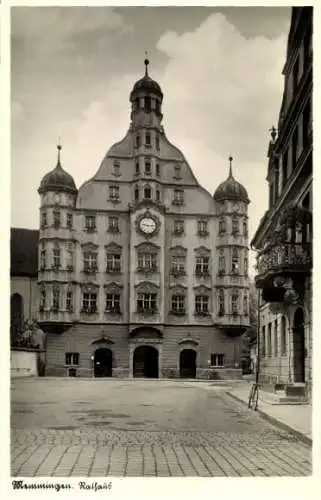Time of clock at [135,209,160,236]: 9:14
